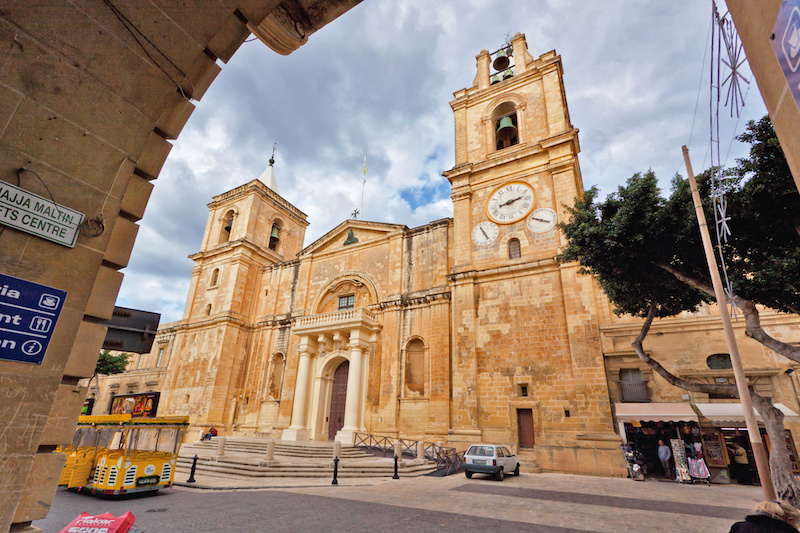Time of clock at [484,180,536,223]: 8:12
